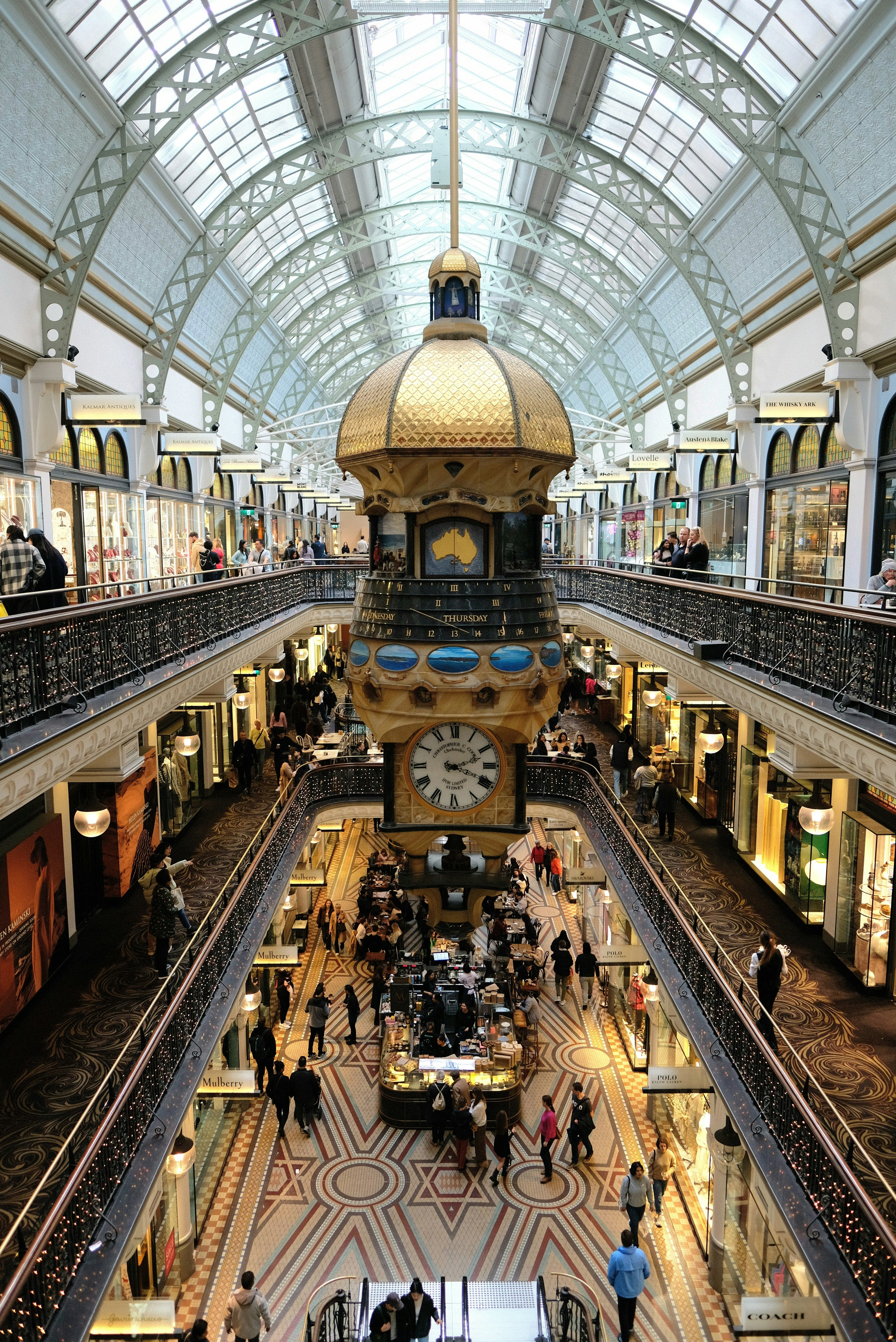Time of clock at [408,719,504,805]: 2:18
